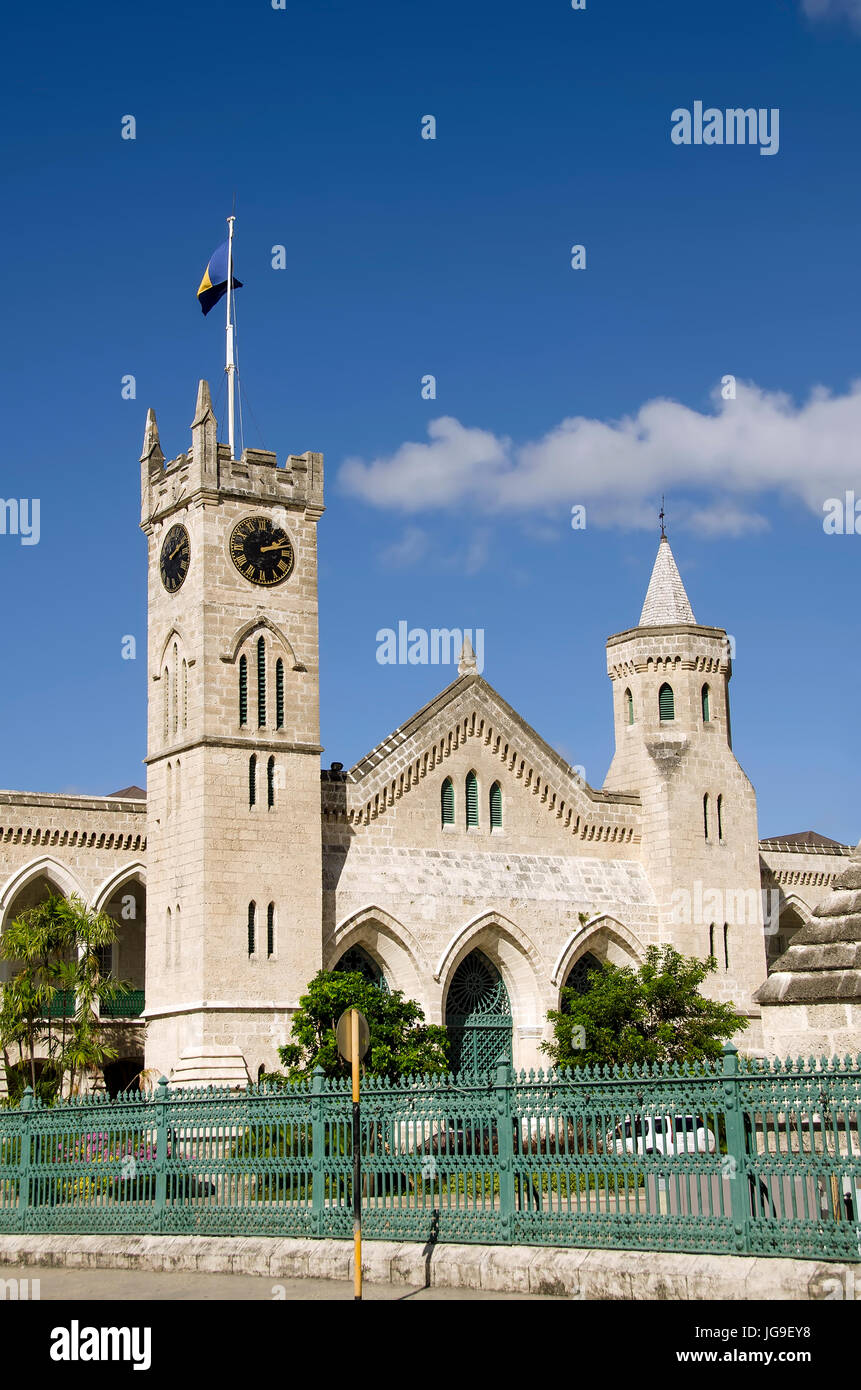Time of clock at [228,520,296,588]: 2:12
